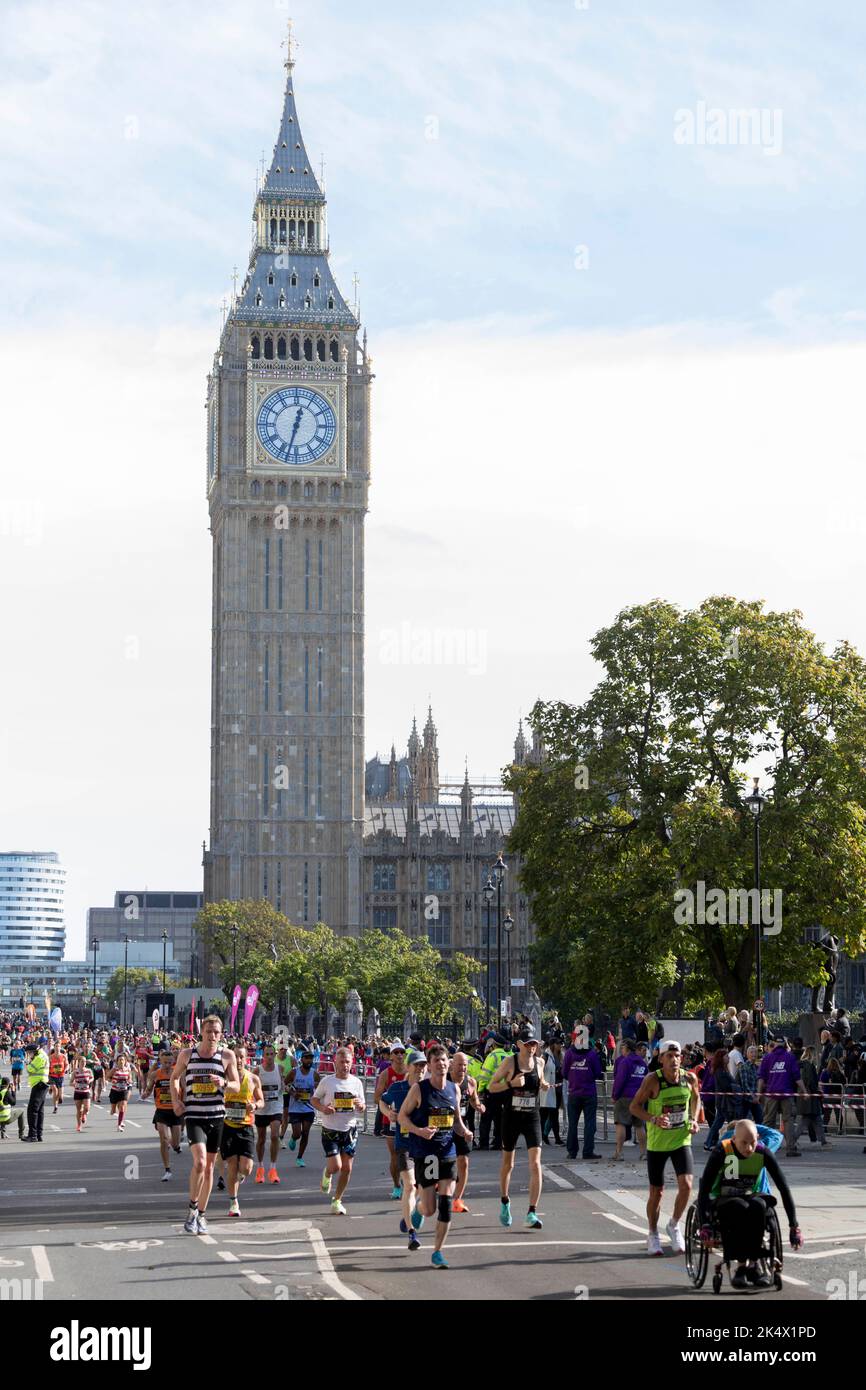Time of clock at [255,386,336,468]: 12:32
